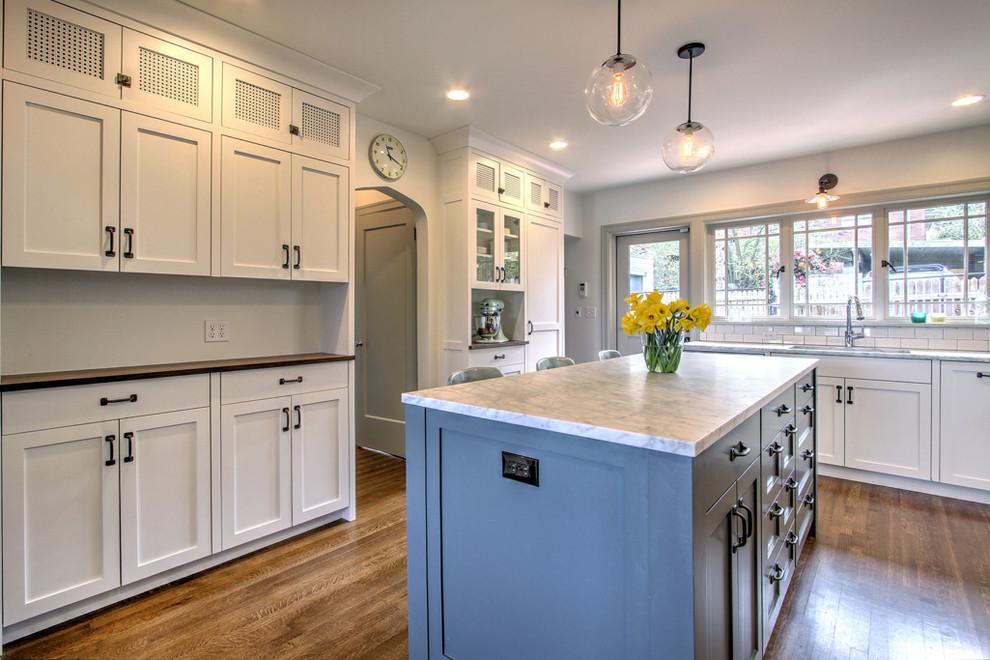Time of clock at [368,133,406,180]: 11:18
